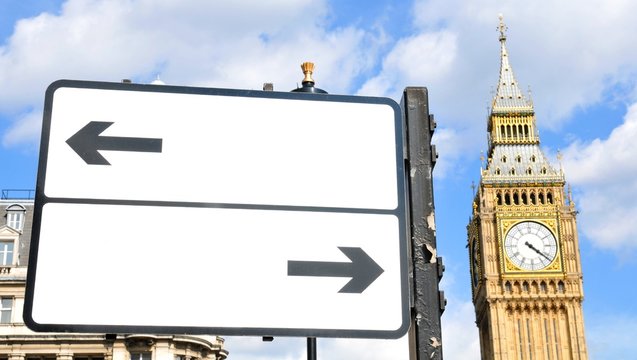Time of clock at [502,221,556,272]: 4:21
